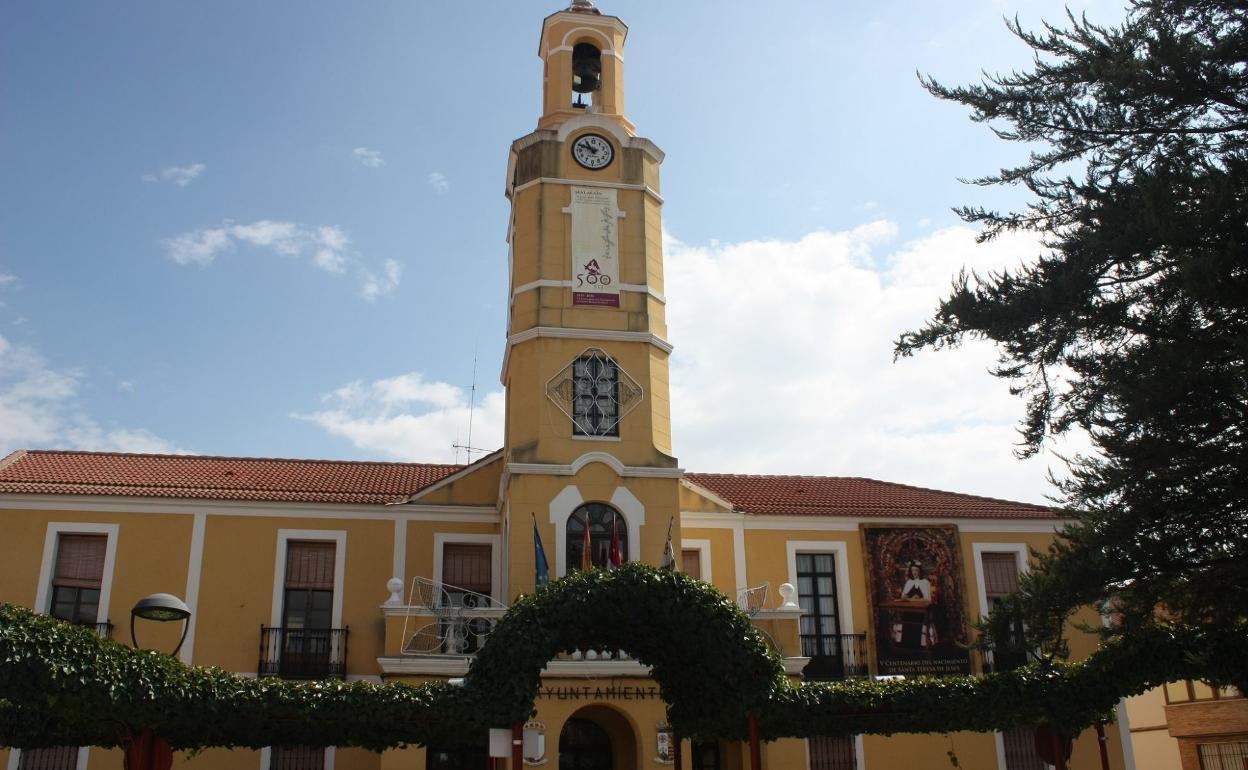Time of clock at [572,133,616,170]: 10:48
